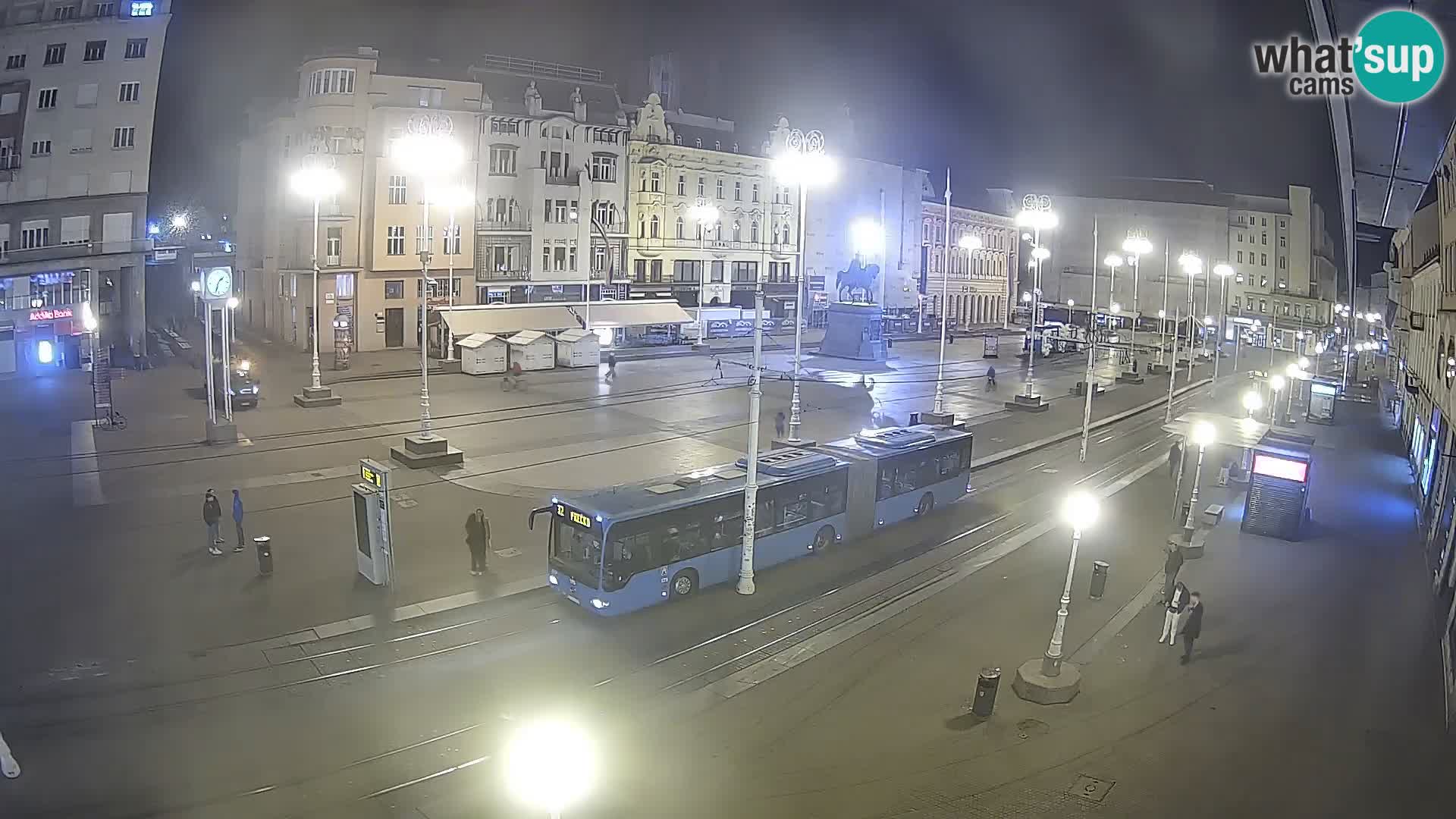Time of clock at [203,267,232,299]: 1:33
